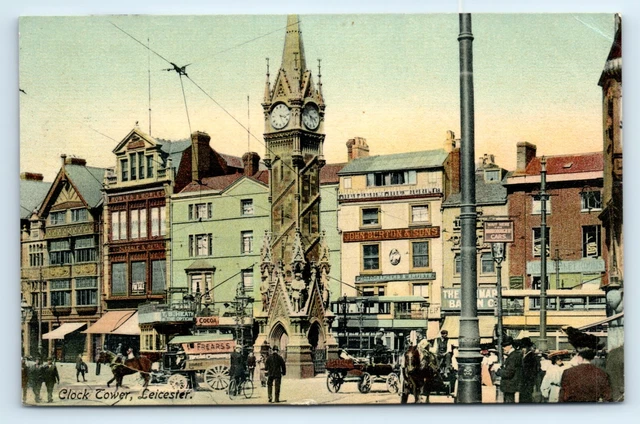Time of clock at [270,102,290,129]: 3:26
